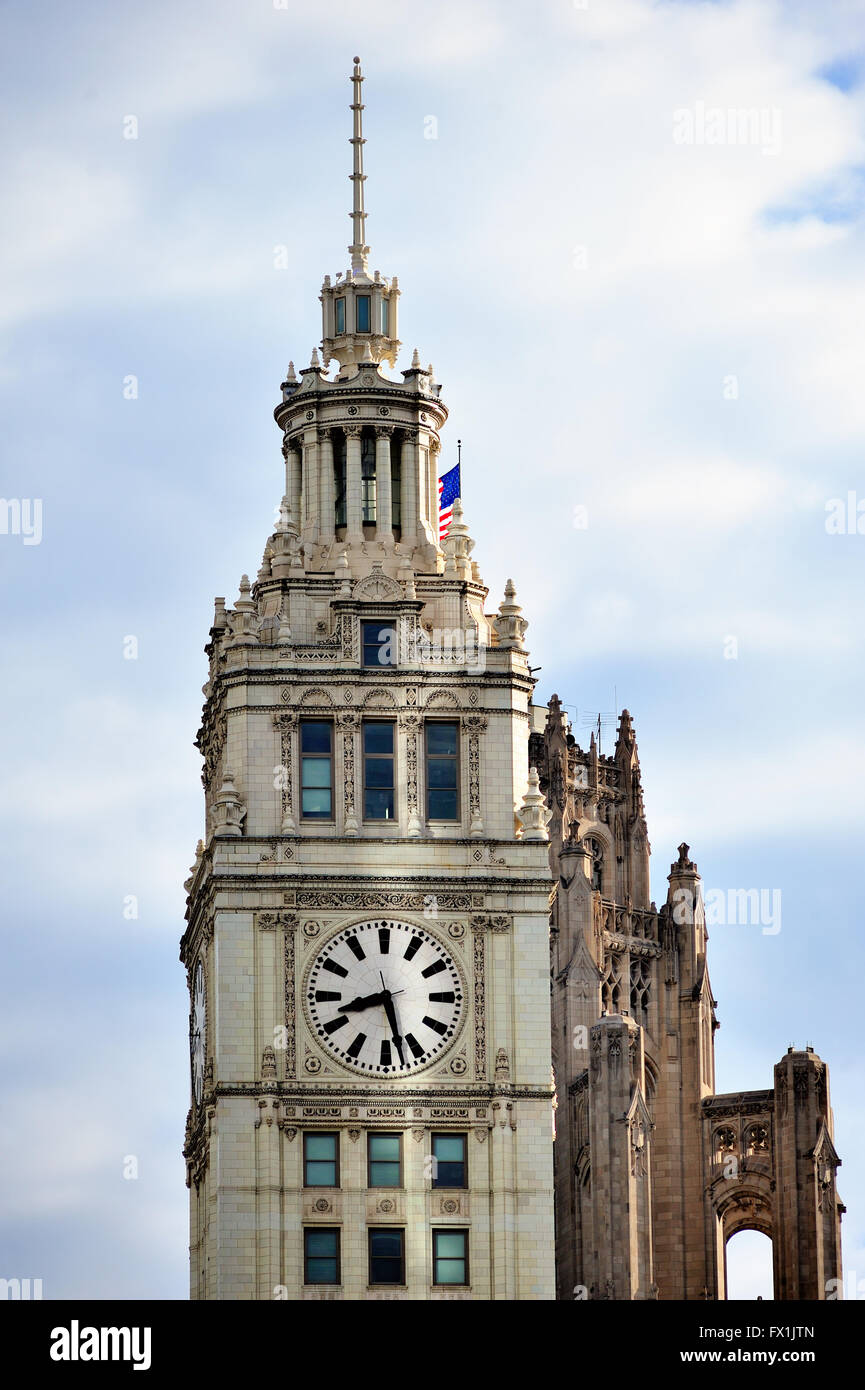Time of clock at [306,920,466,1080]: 8:27
